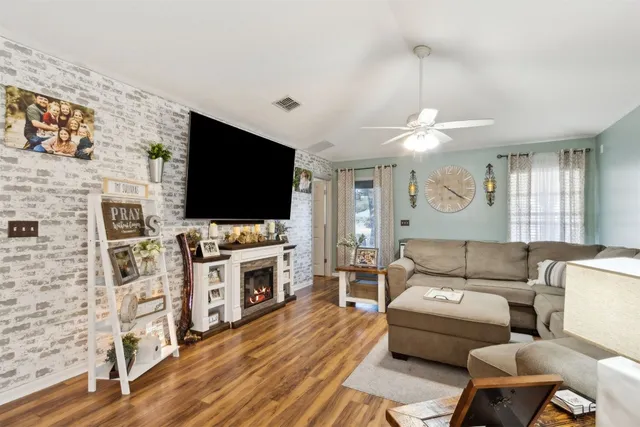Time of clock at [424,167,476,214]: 4:20
